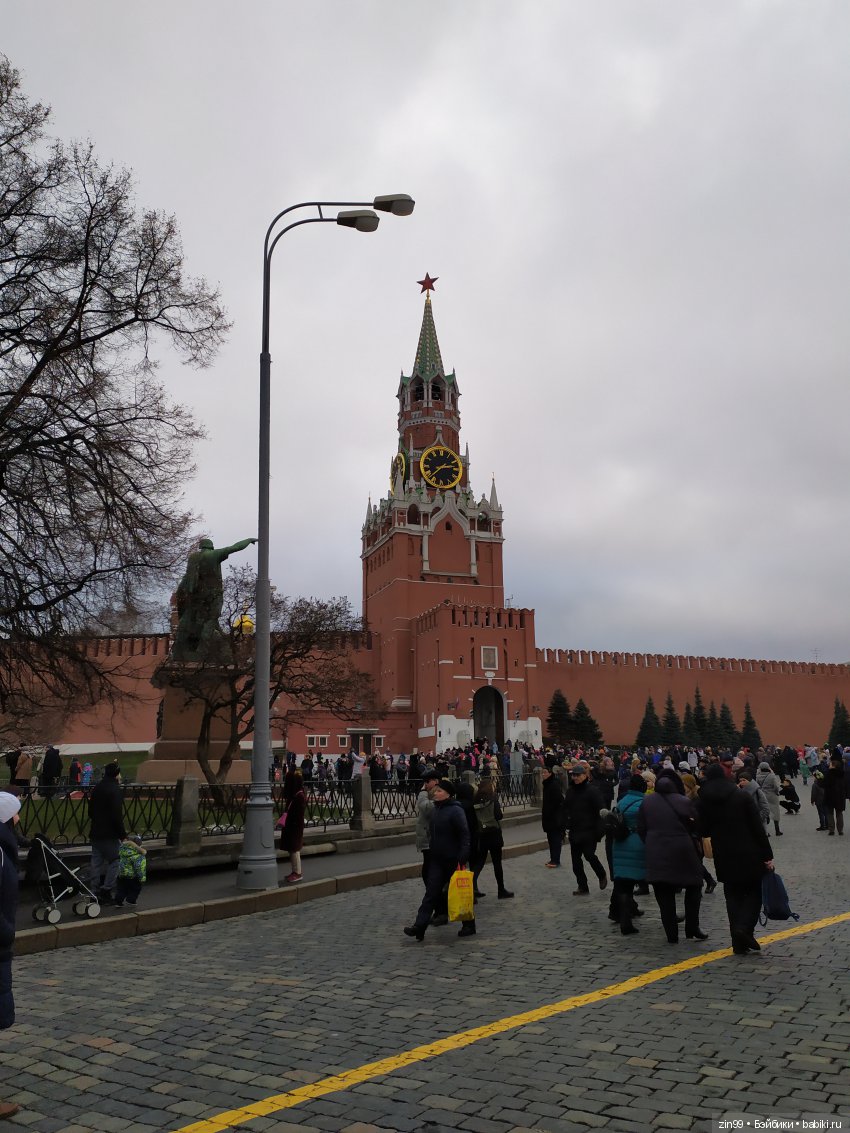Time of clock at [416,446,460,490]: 2:37
